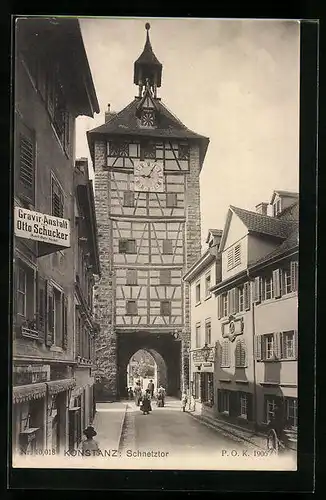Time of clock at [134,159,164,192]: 9:05
